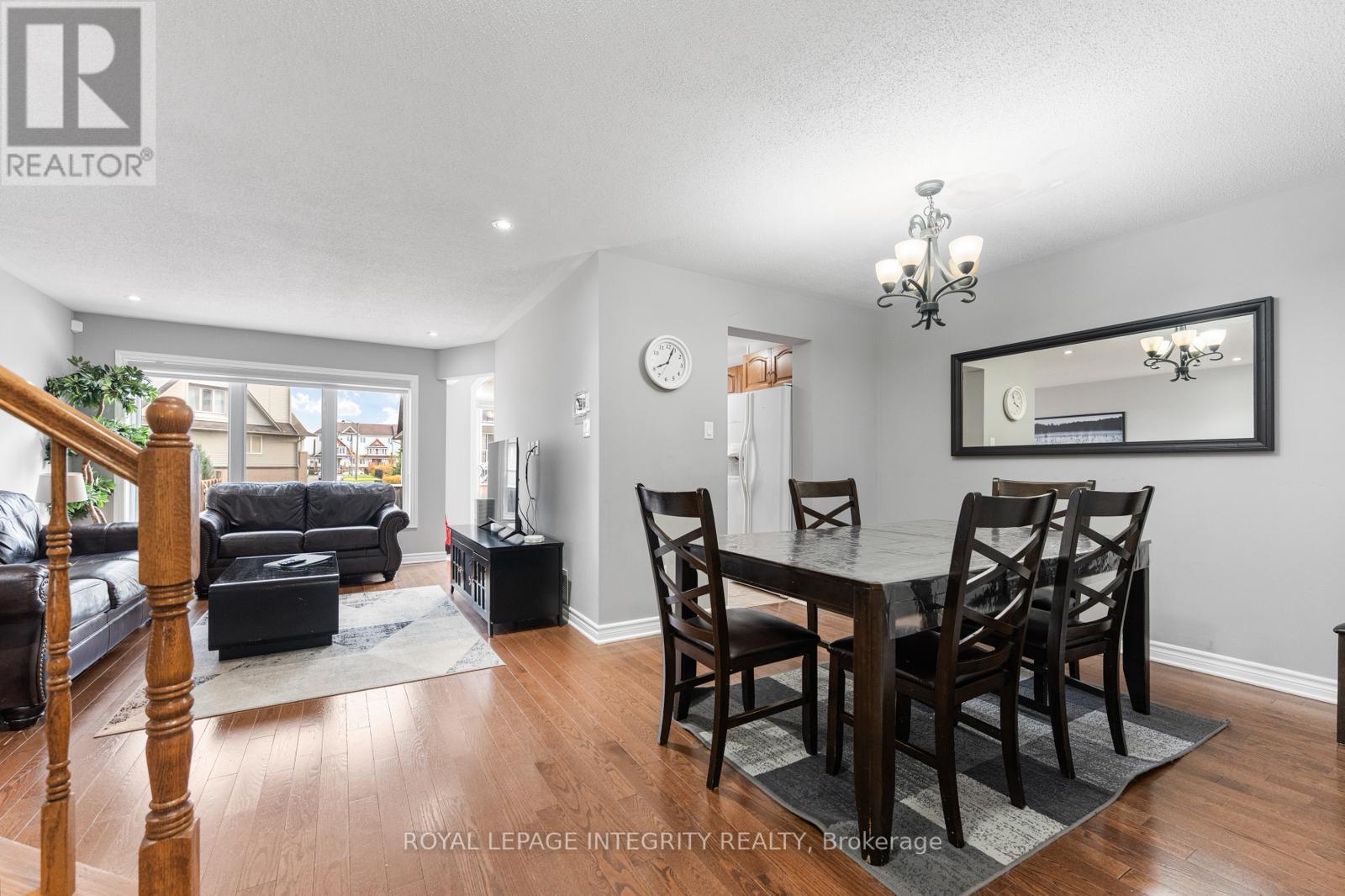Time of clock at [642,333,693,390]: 12:40
